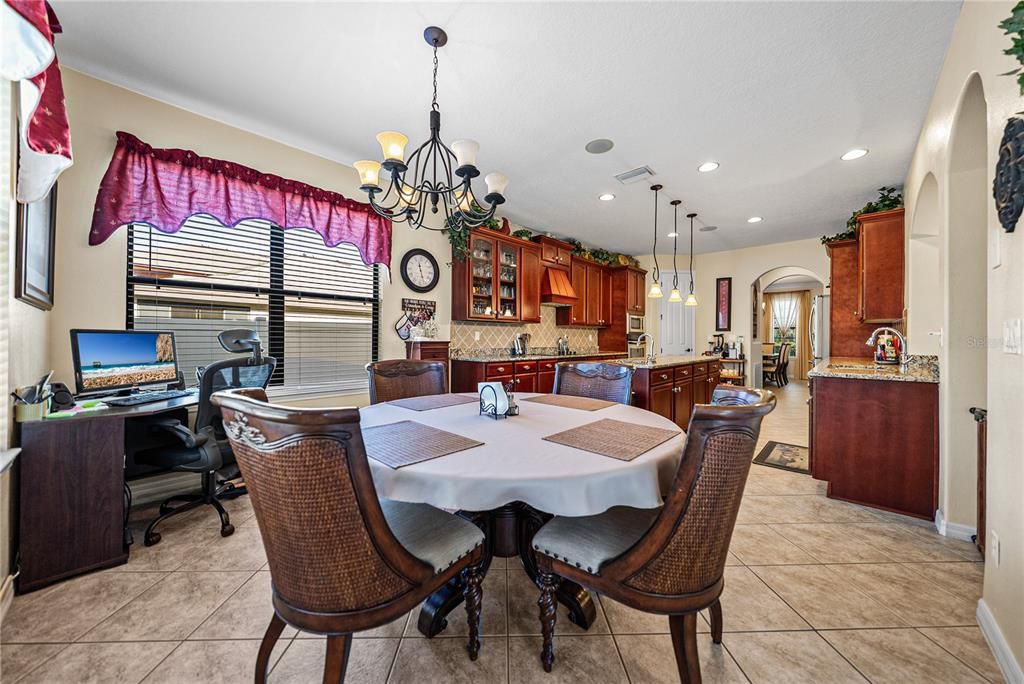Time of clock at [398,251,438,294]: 11:26
